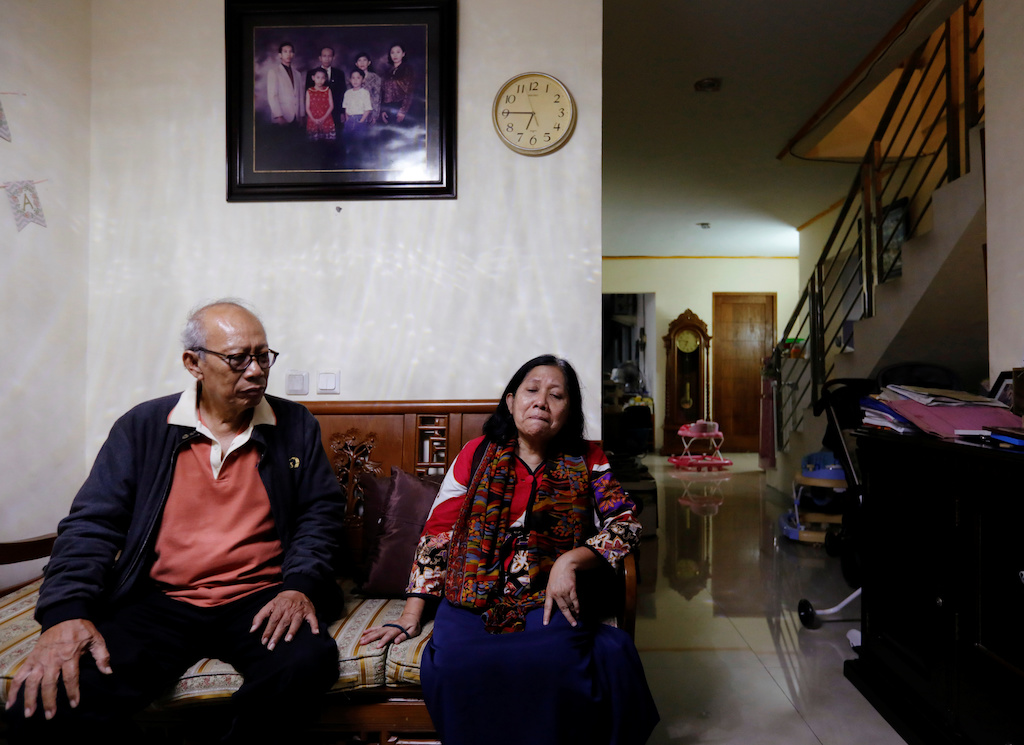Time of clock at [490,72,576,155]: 6:45
